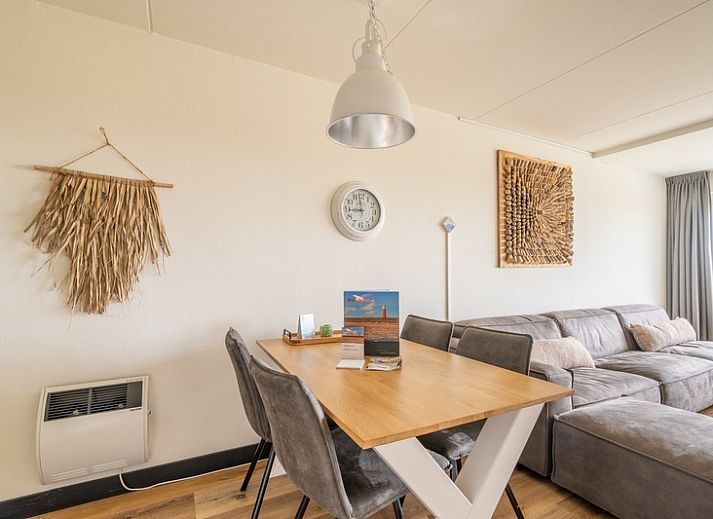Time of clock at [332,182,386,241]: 8:58
